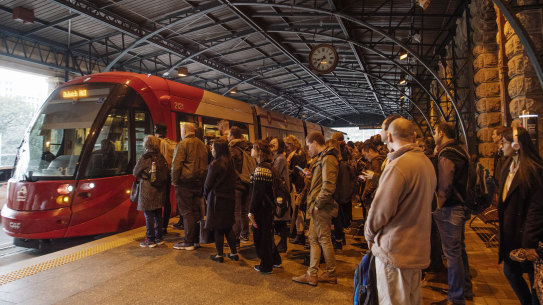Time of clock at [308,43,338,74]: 8:36
